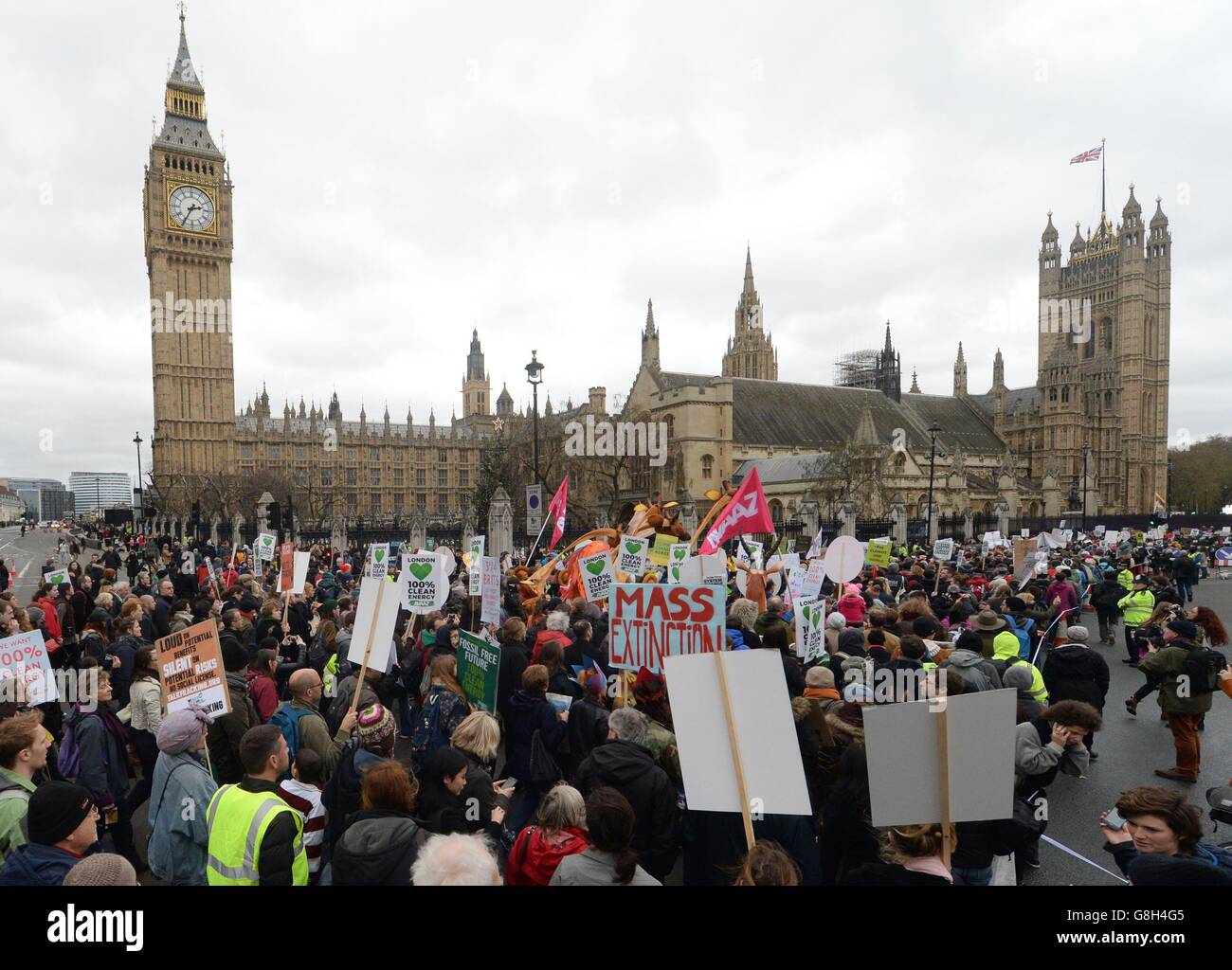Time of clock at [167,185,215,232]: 2:34
